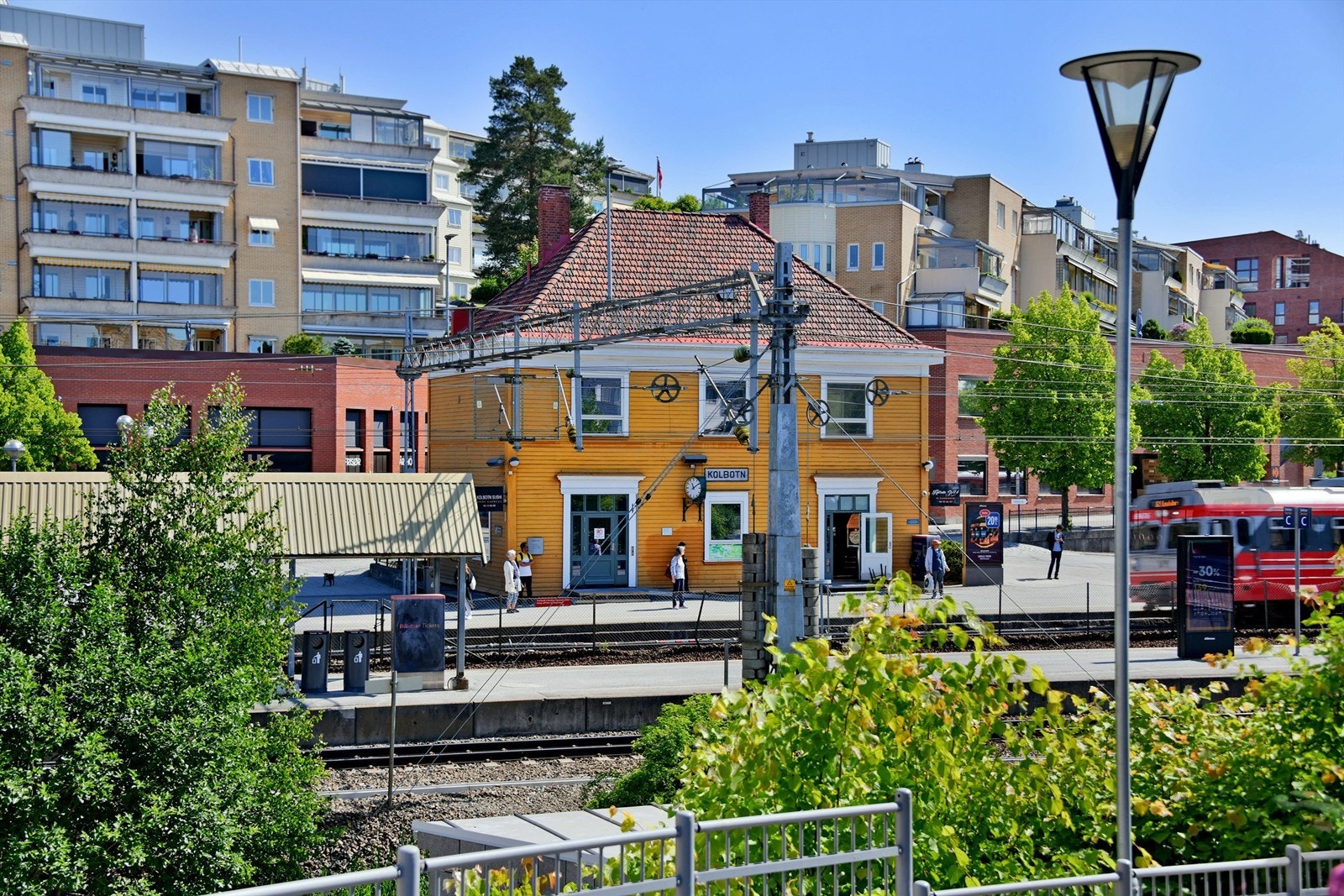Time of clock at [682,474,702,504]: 11:09
